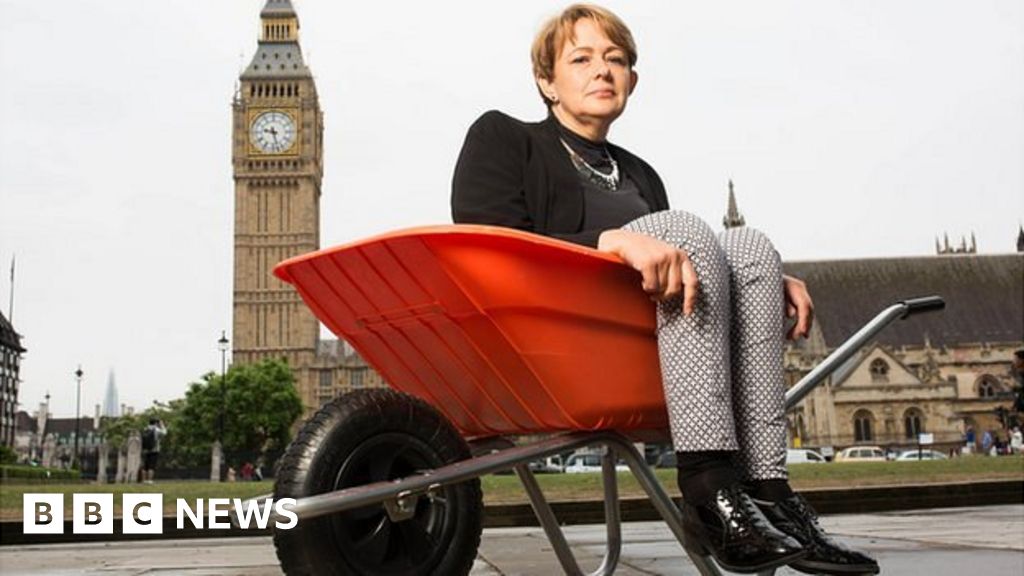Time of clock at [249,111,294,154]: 9:27
